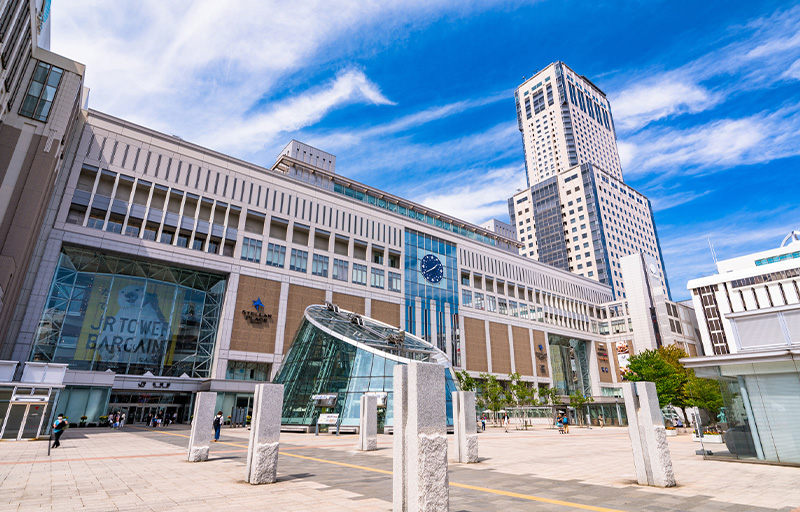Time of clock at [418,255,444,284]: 1:40
